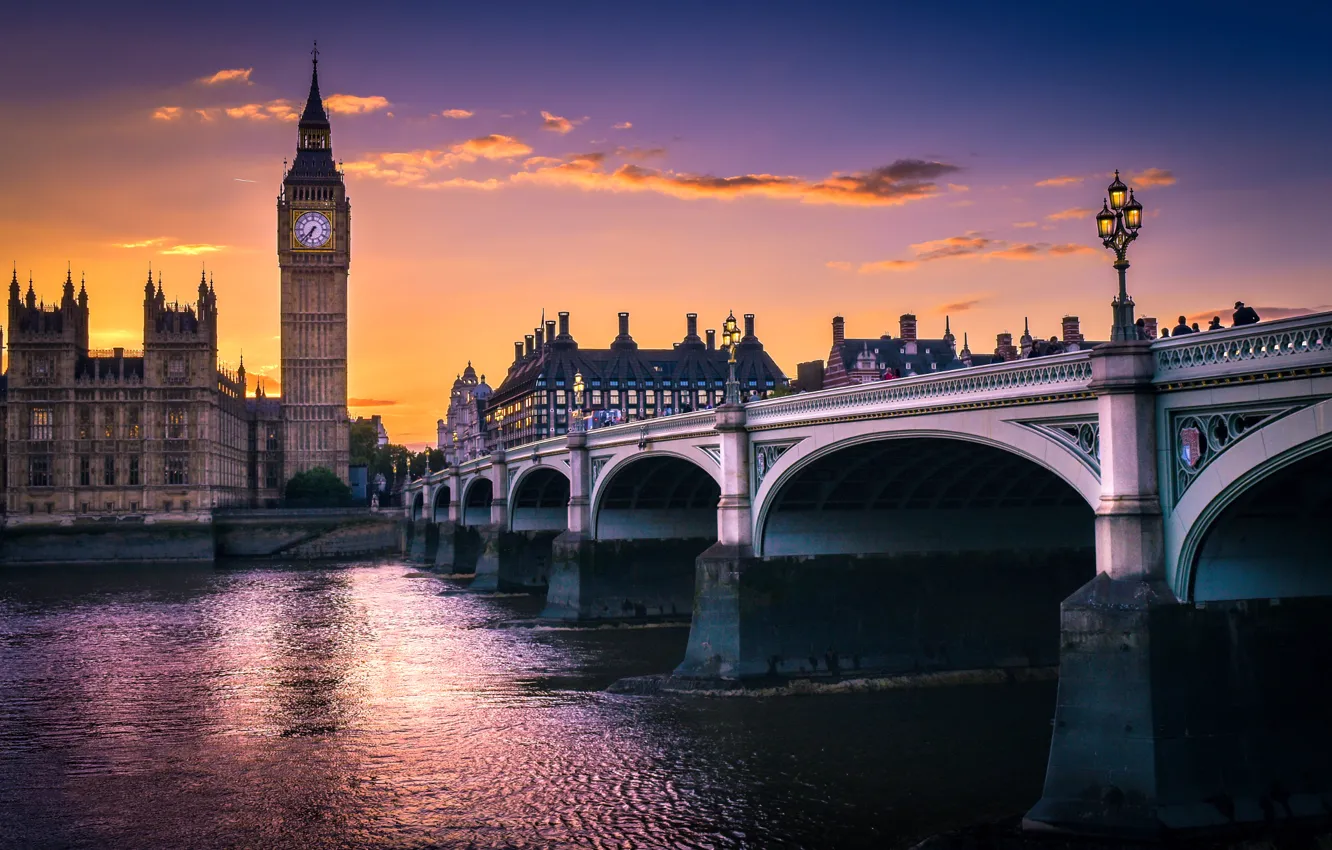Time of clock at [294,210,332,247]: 6:37
